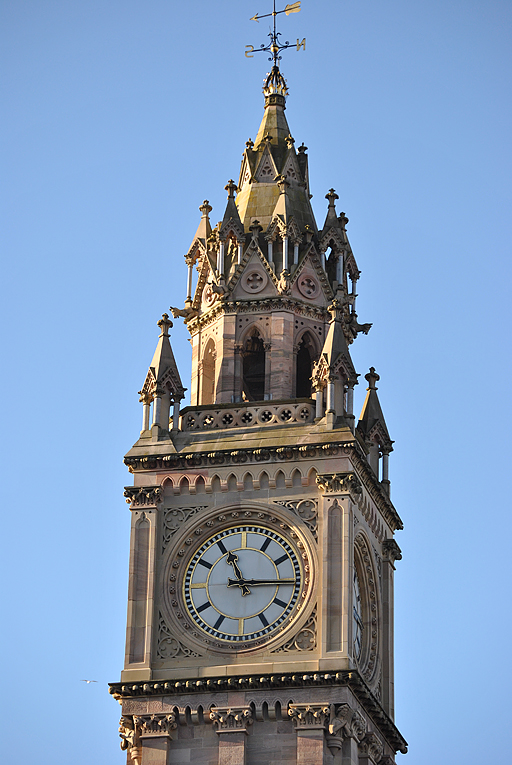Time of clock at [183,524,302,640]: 11:14
